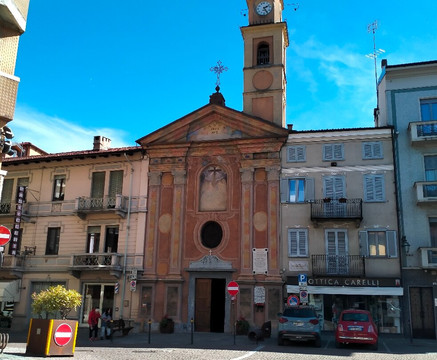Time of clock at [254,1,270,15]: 2:24
